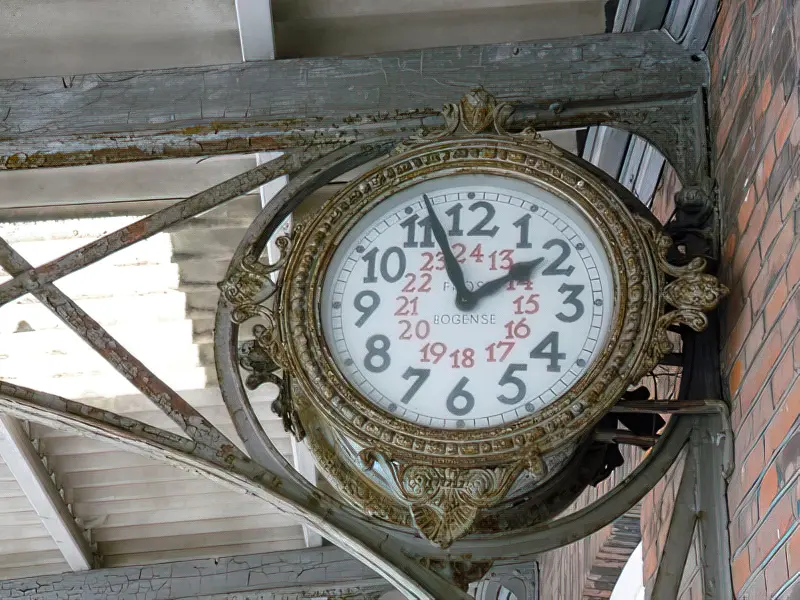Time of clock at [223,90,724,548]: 1:56
